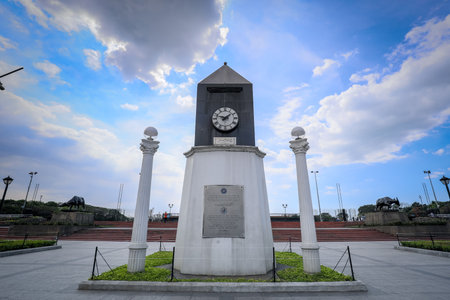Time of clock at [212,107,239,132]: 1:47
